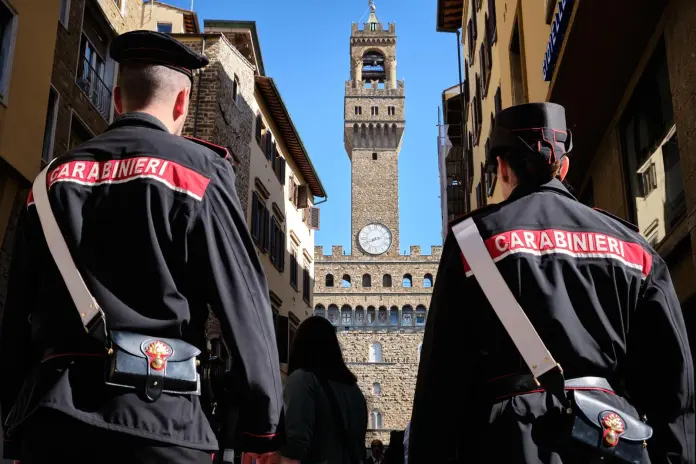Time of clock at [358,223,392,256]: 8:11
